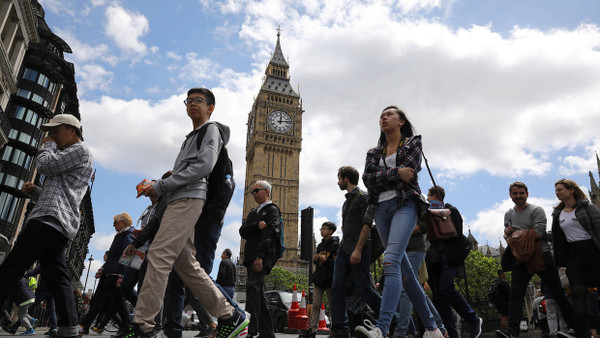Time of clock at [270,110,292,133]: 12:13
